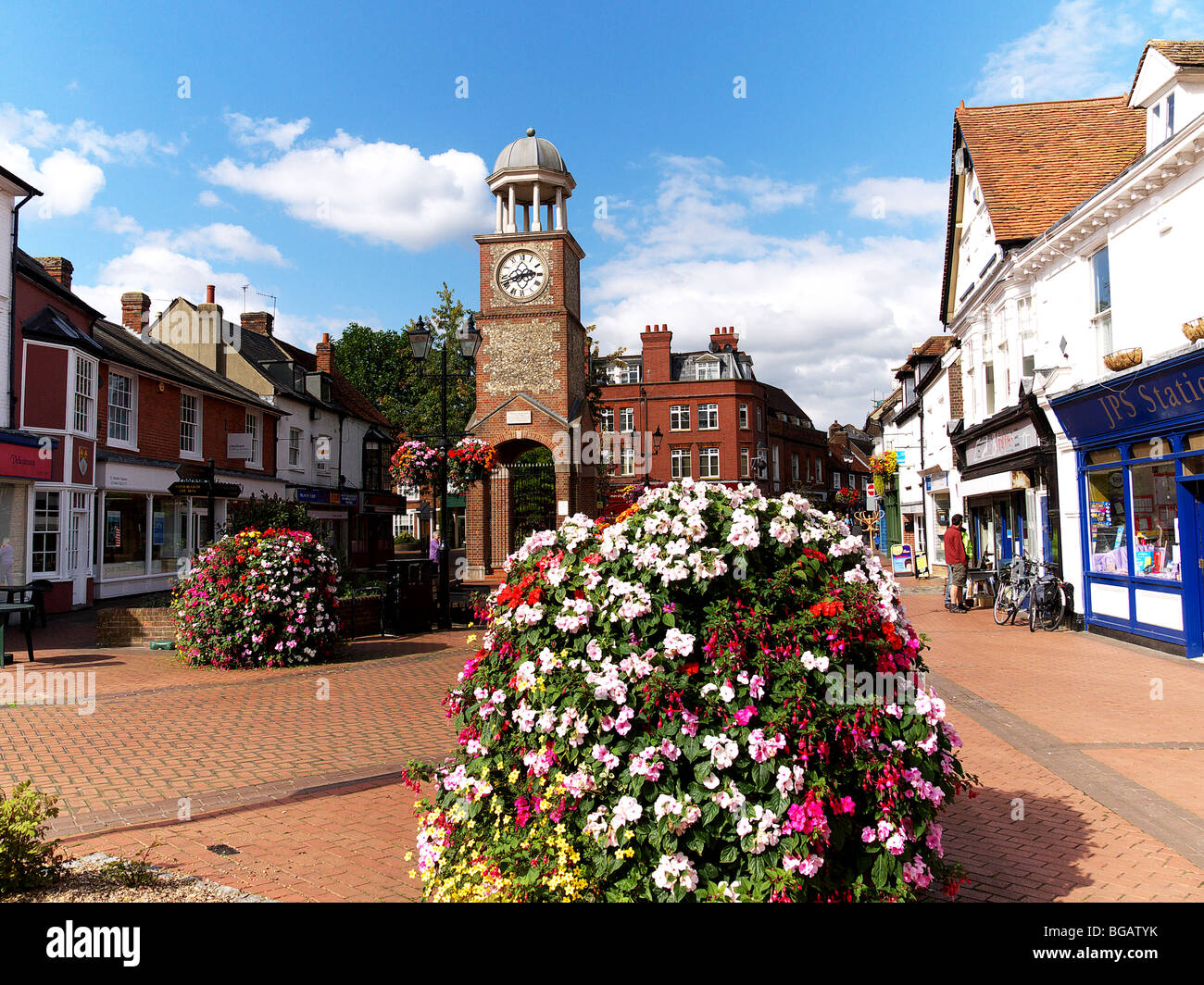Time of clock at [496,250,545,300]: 2:41
